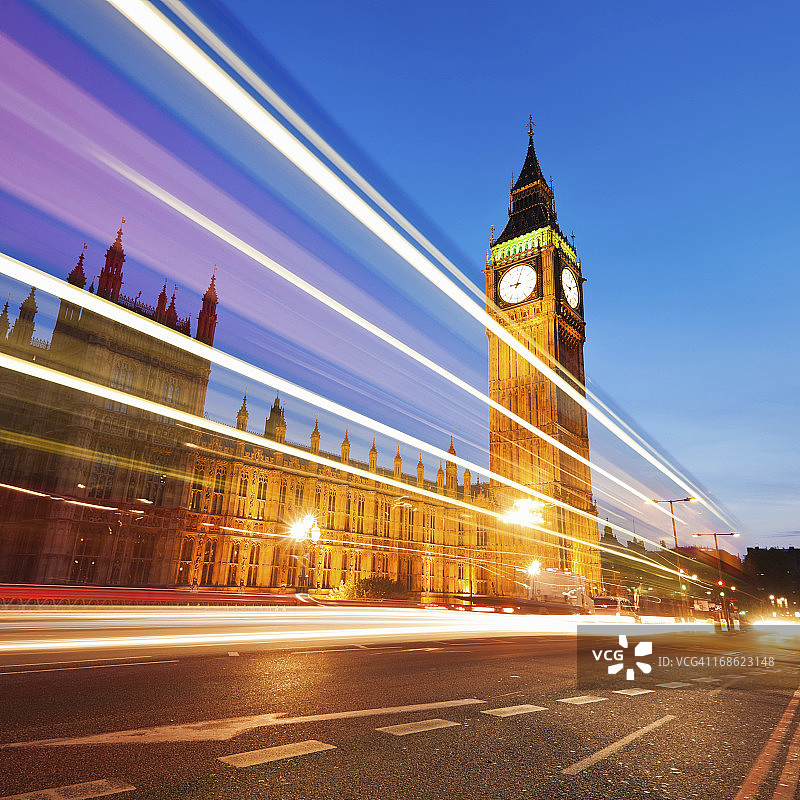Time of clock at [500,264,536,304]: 9:03
